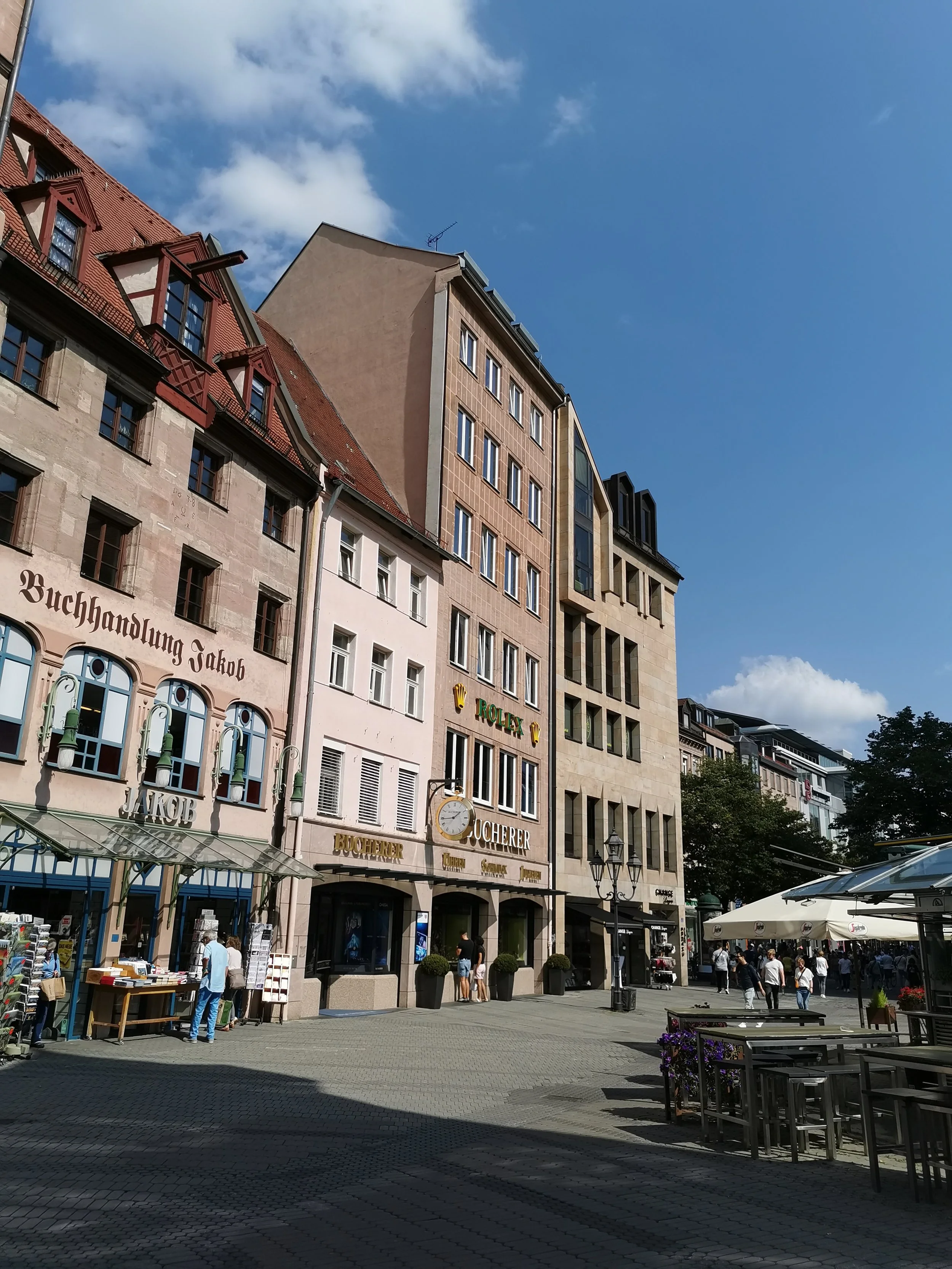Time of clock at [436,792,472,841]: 1:44
